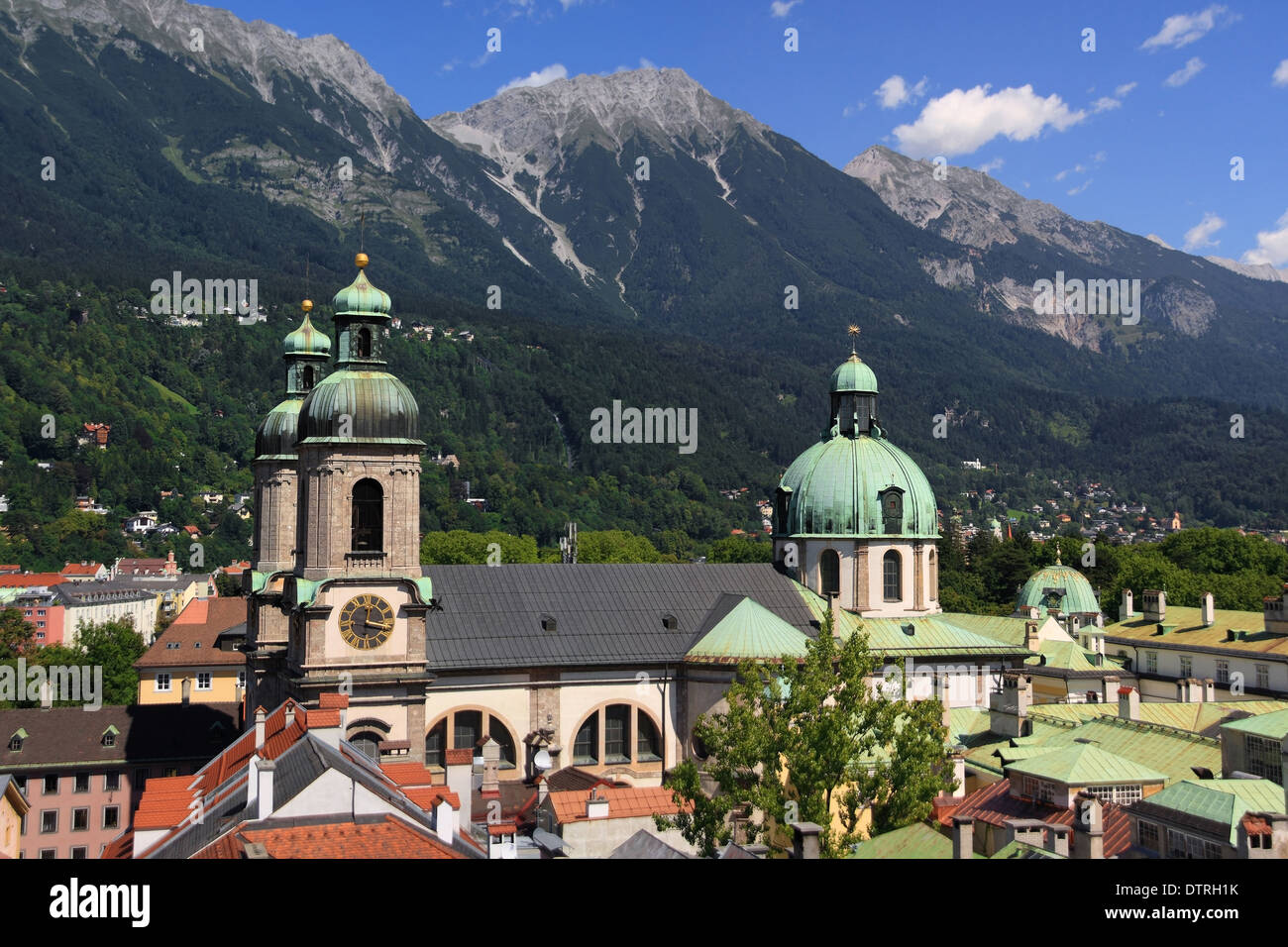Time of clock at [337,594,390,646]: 12:16
